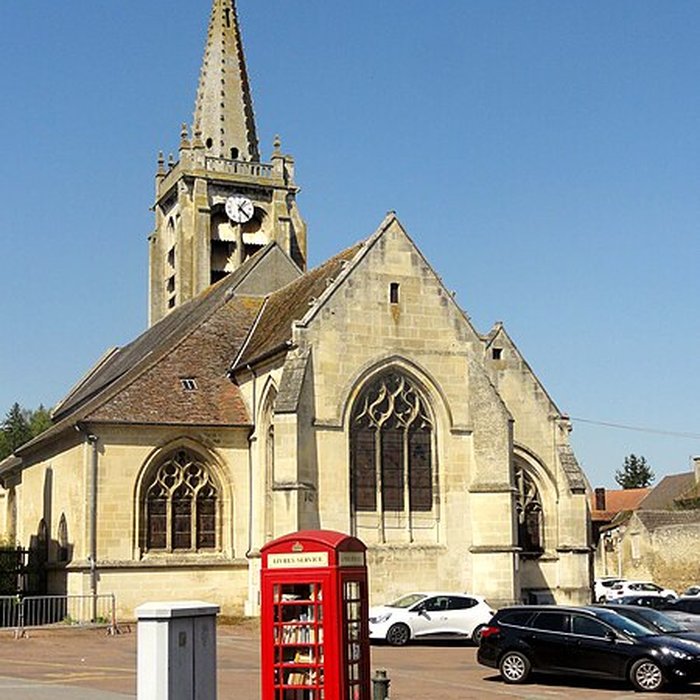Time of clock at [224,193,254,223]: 1:22
